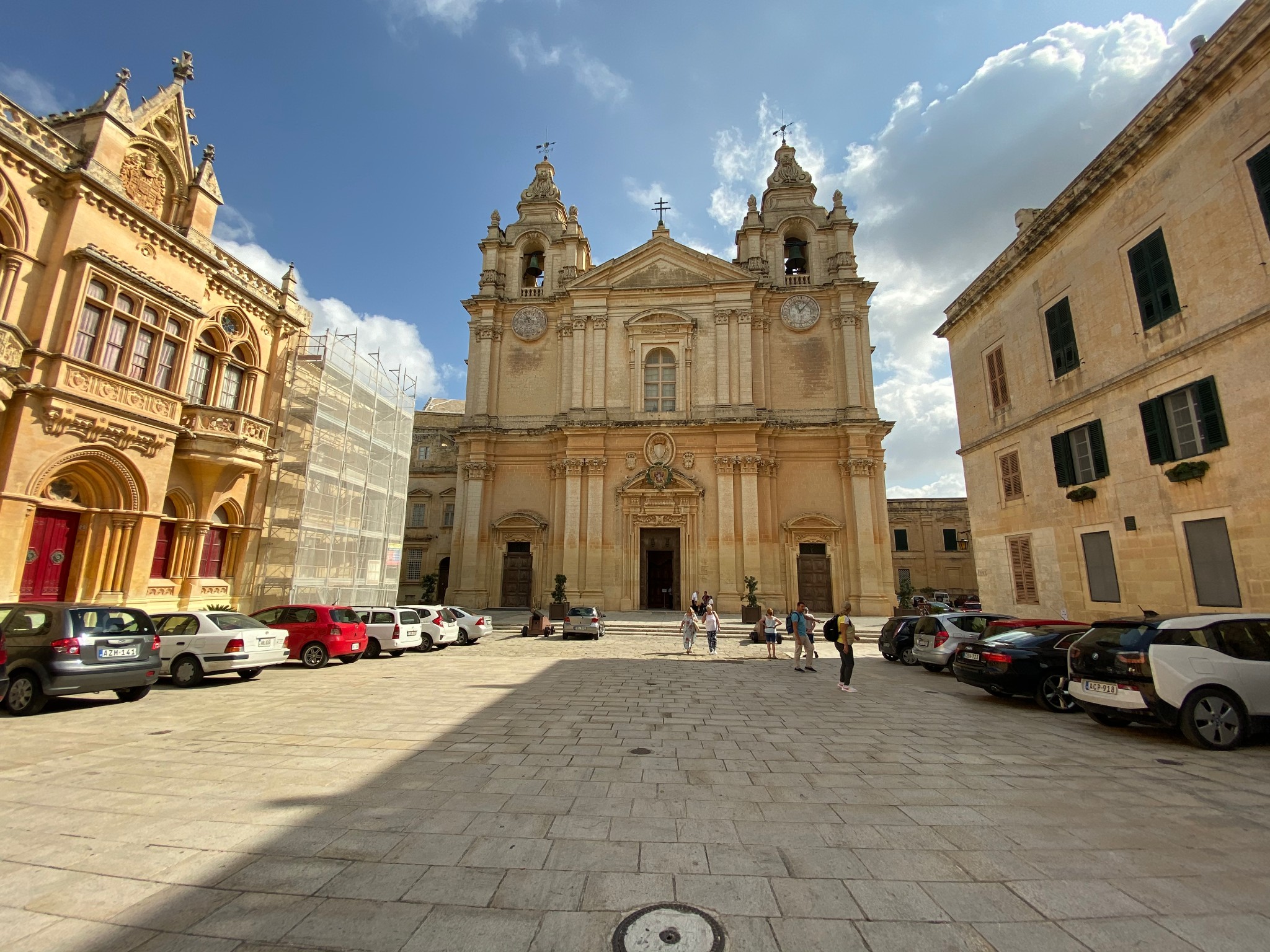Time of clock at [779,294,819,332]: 11:06
